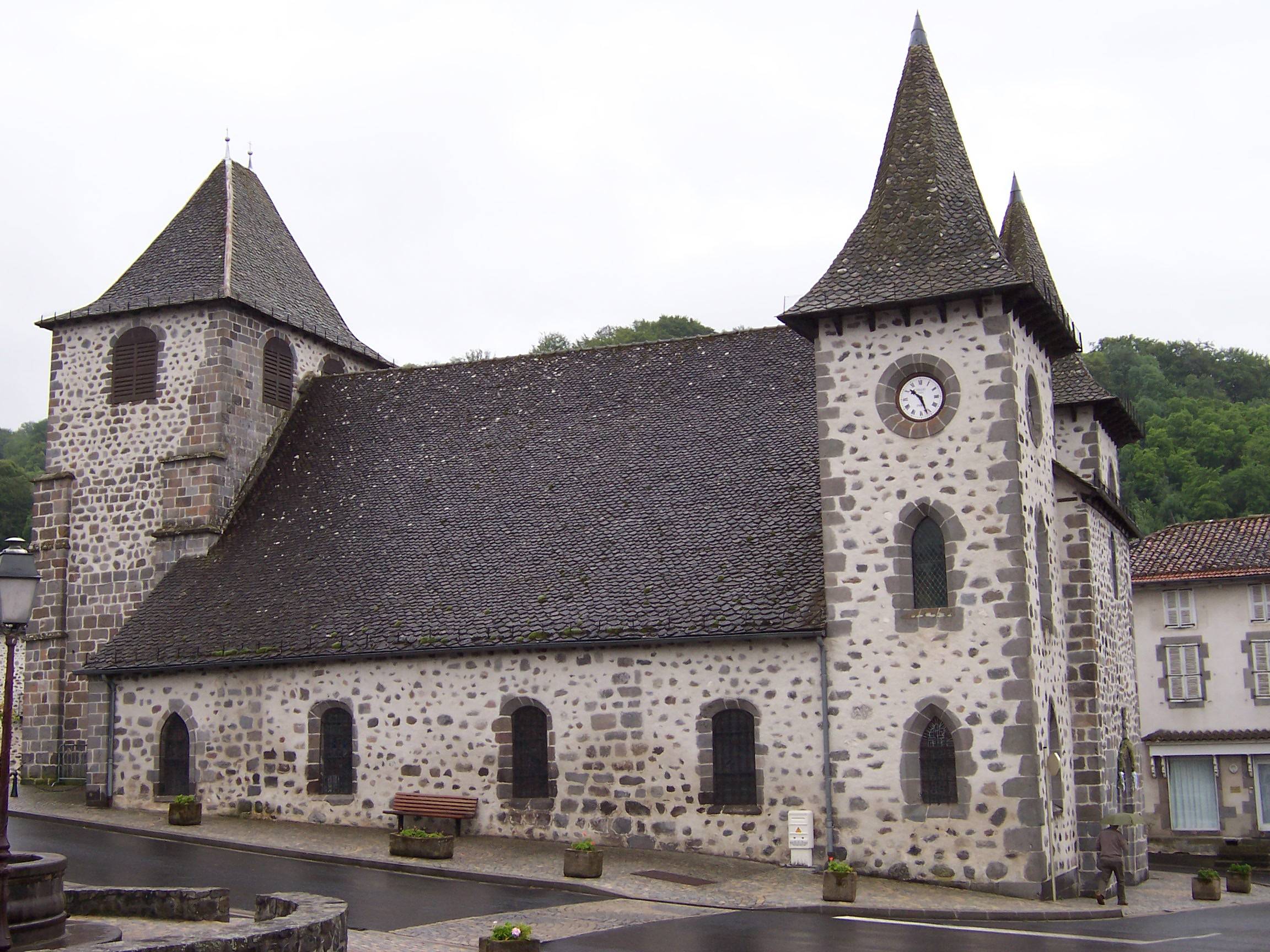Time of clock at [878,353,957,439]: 10:26
